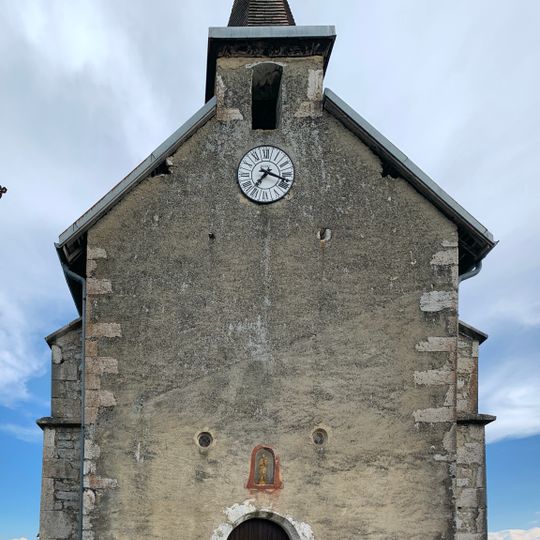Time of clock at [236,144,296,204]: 7:18
